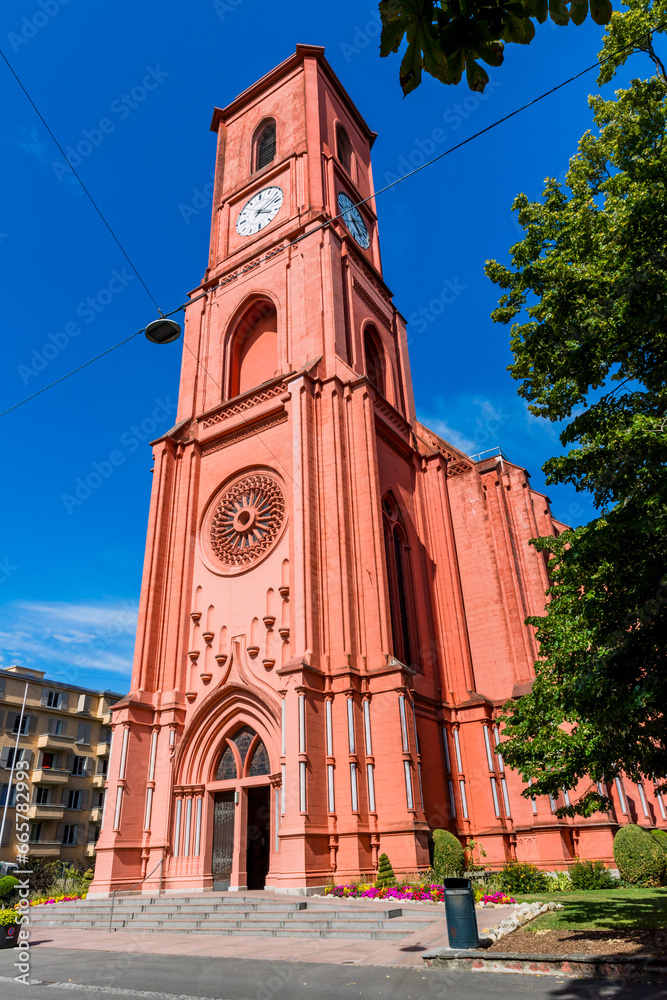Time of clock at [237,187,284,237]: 4:12
